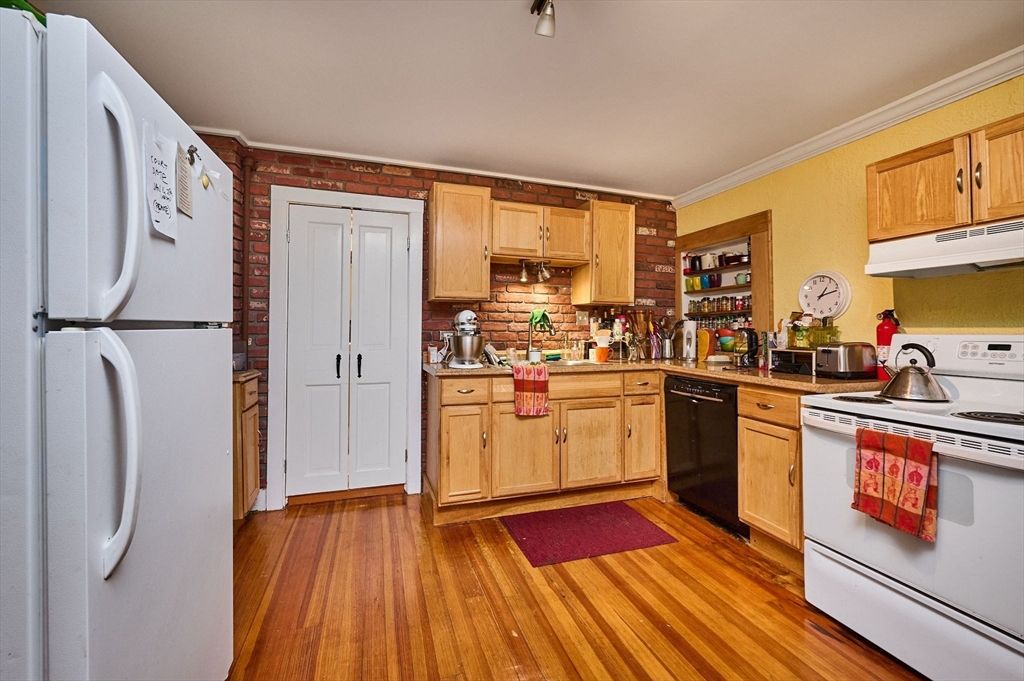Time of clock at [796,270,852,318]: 1:12
